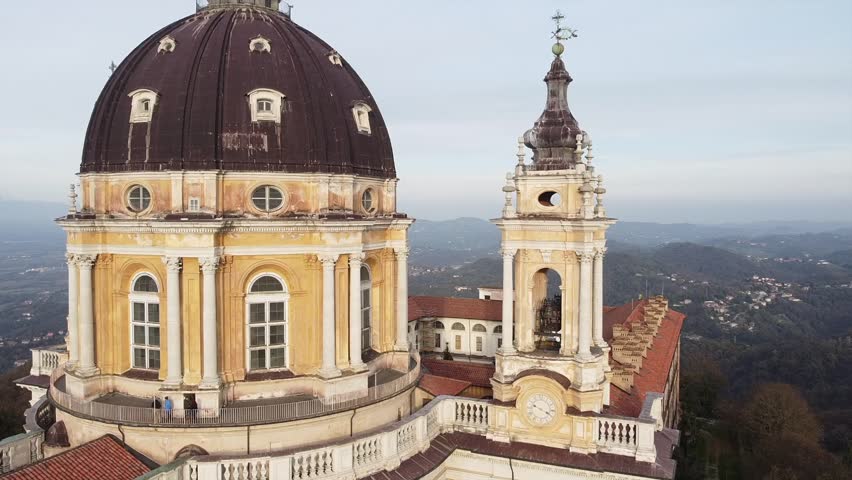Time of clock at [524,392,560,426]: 3:48
